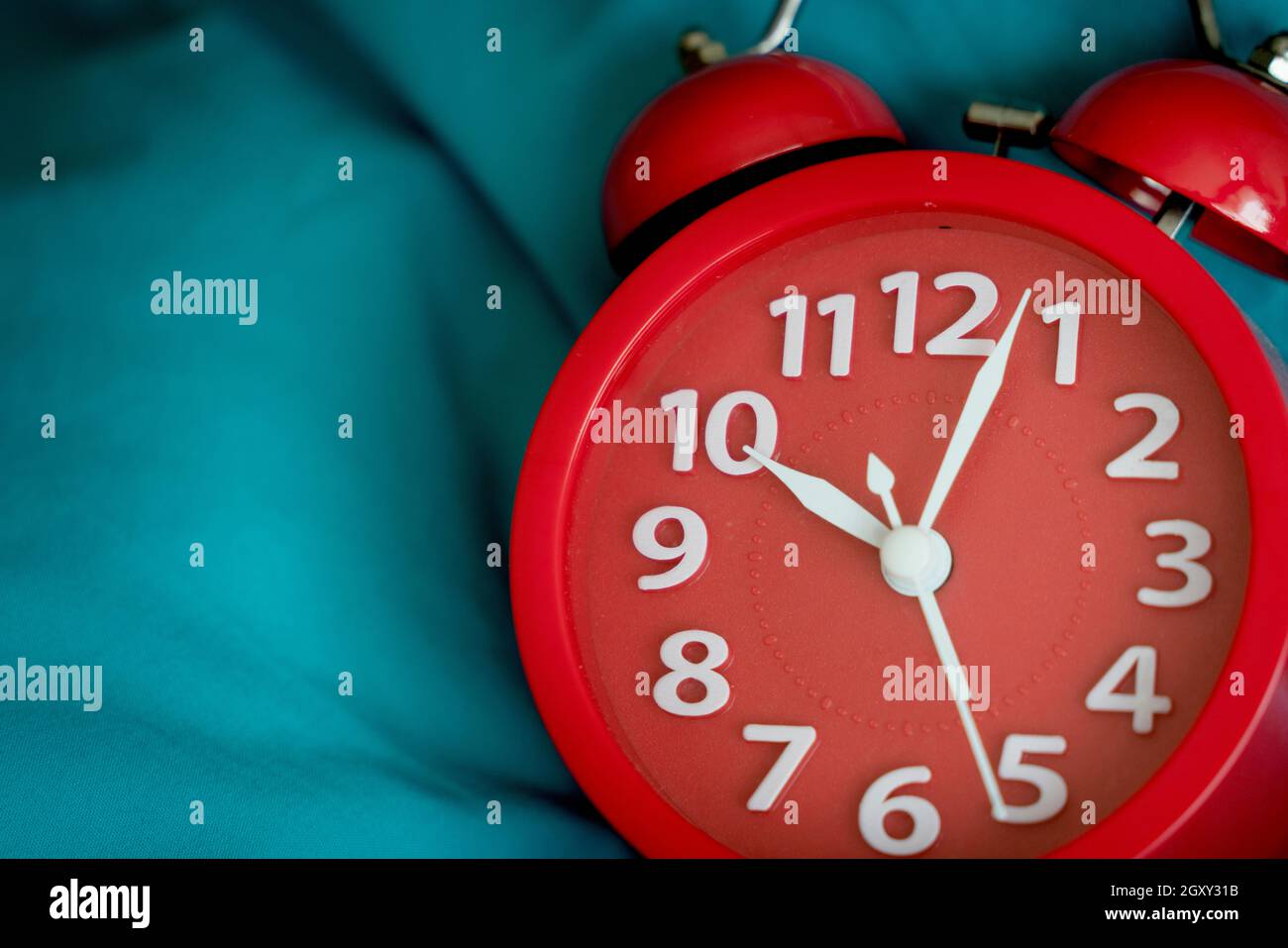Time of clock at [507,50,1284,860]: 10:03
